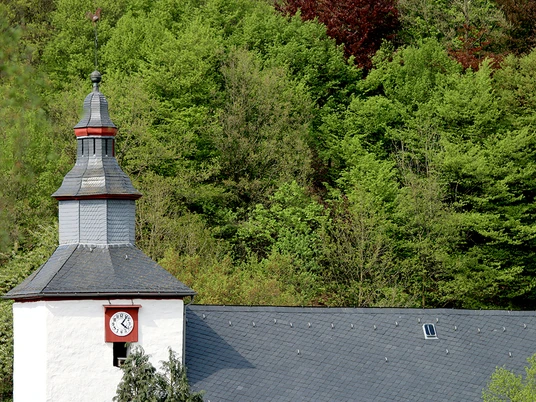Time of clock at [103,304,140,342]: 4:06
